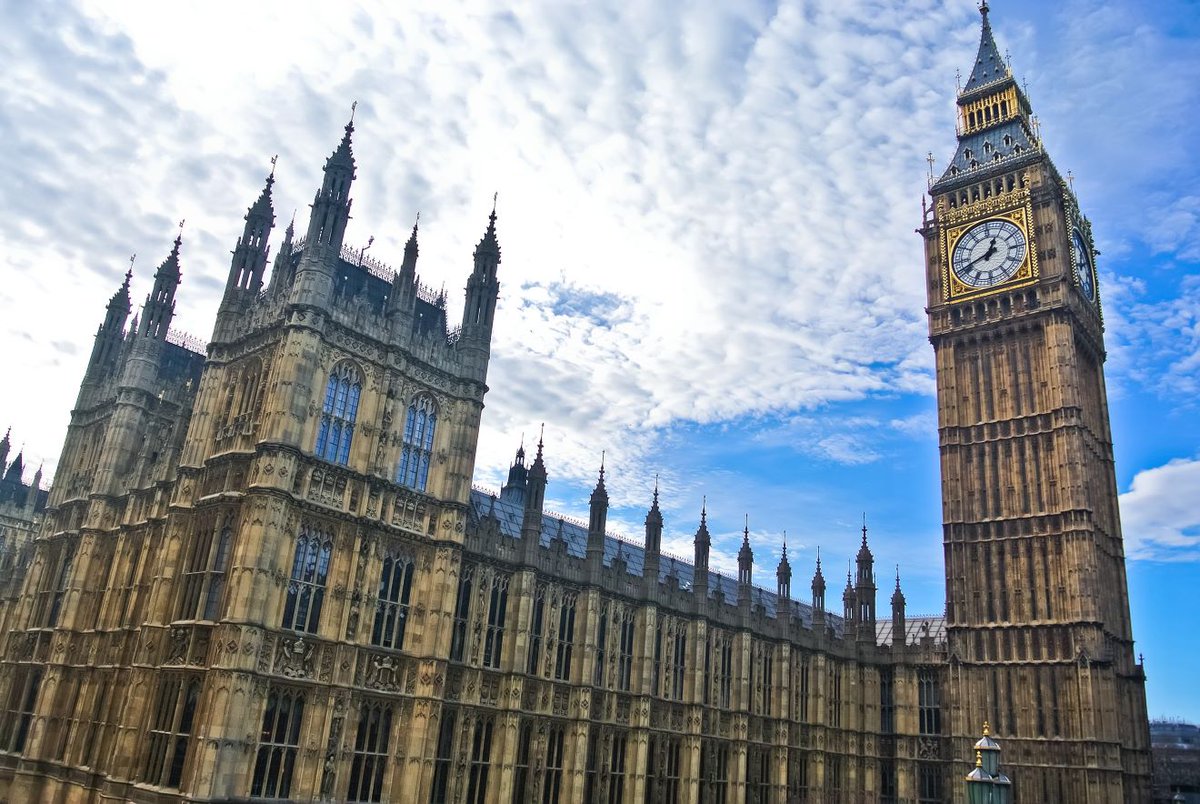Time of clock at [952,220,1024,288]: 12:41
